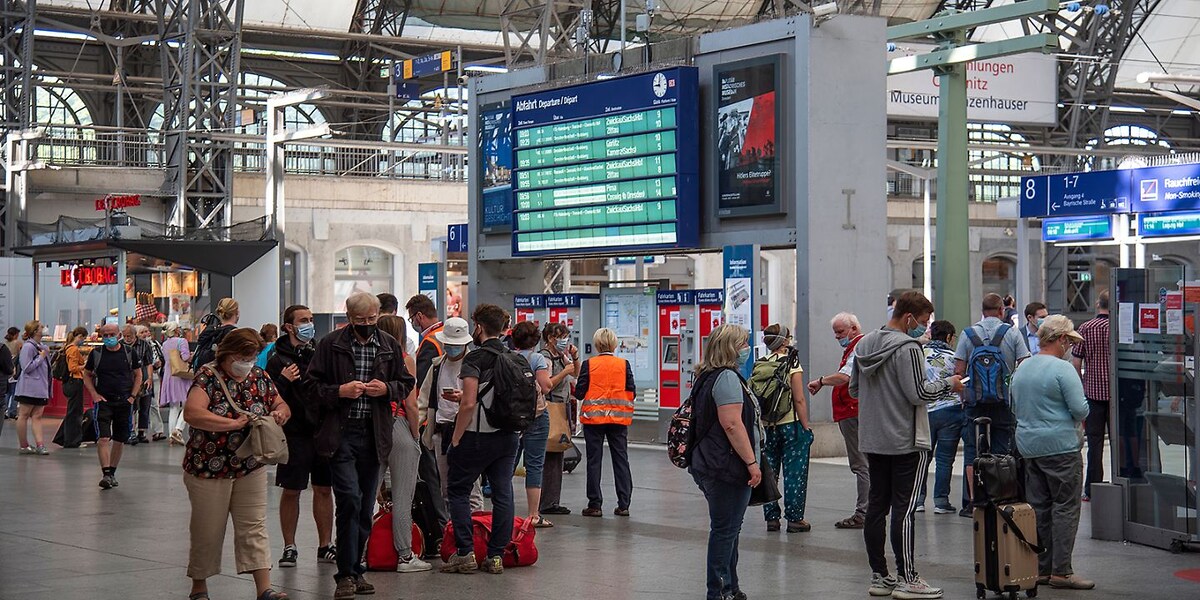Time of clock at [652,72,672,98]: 9:01
